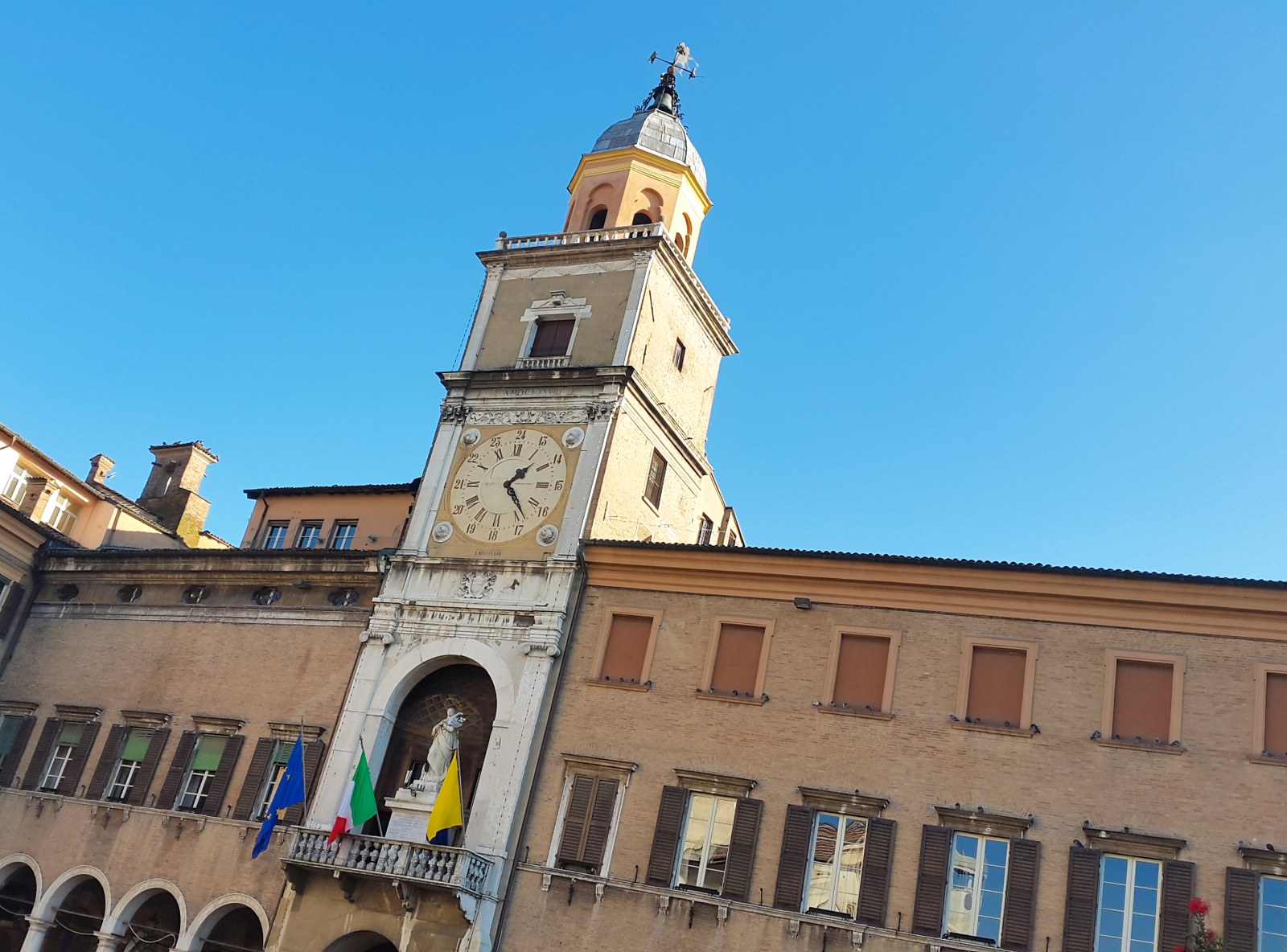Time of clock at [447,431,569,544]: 1:23
